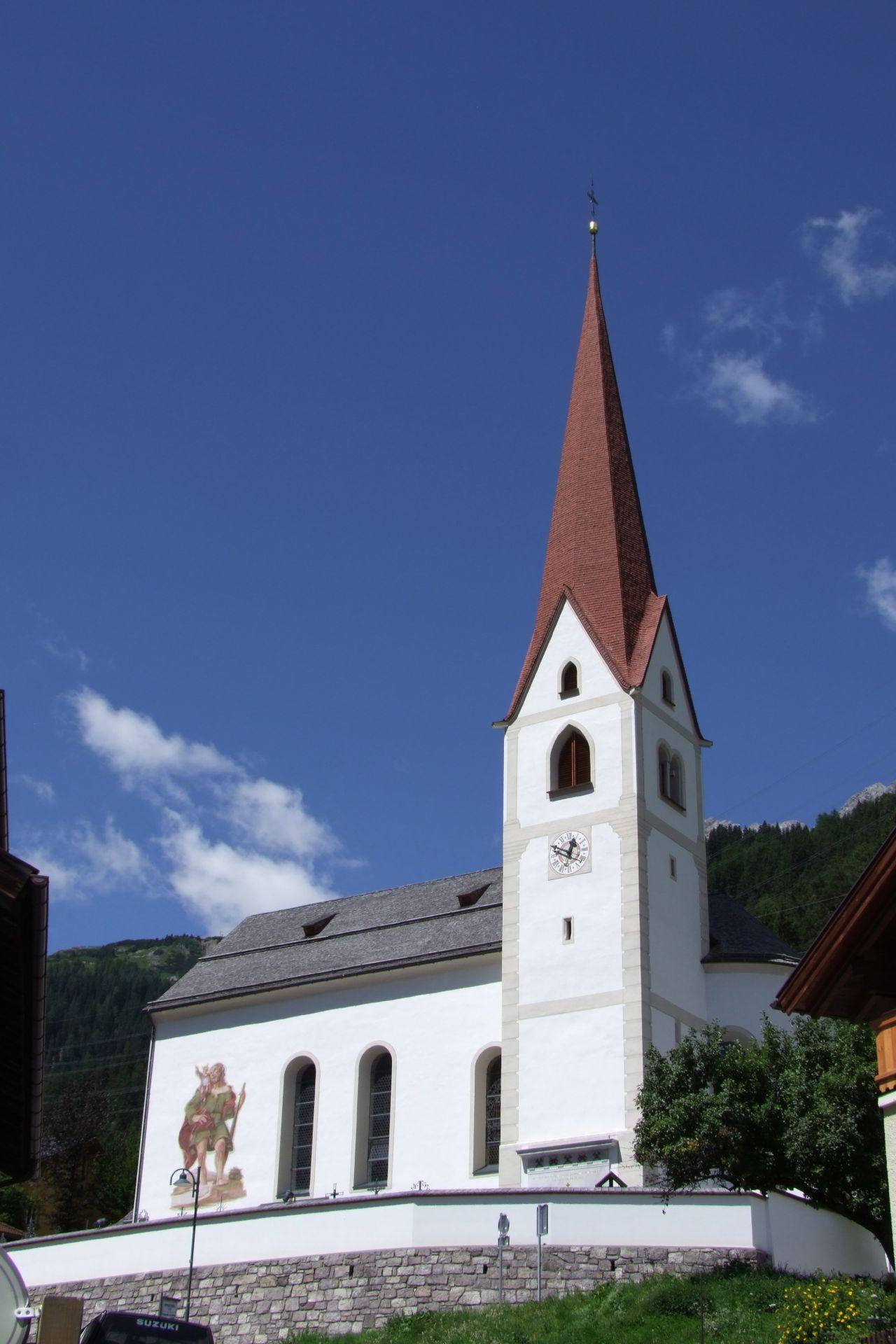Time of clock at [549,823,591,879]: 12:49
